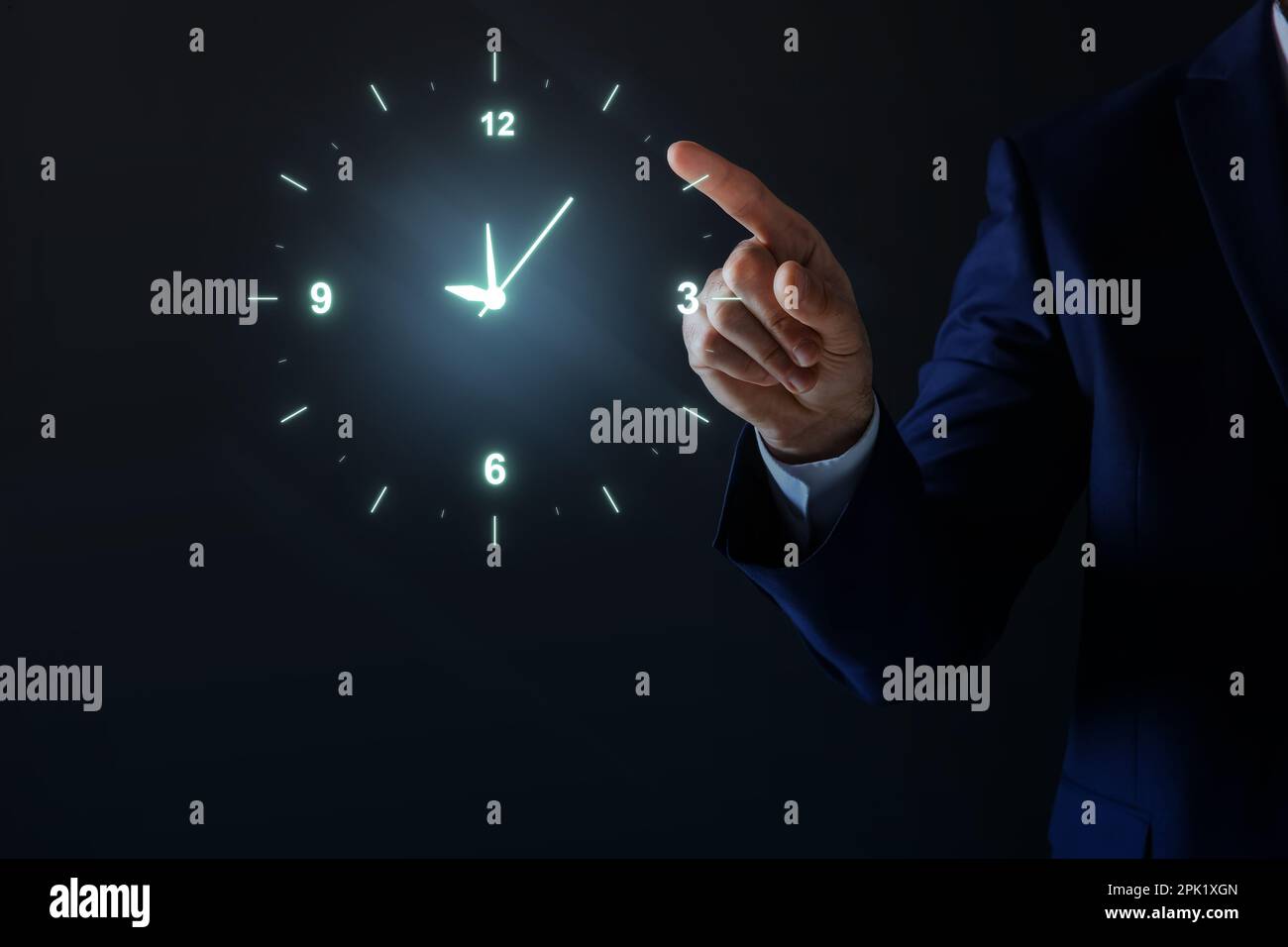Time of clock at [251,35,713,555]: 12:07
